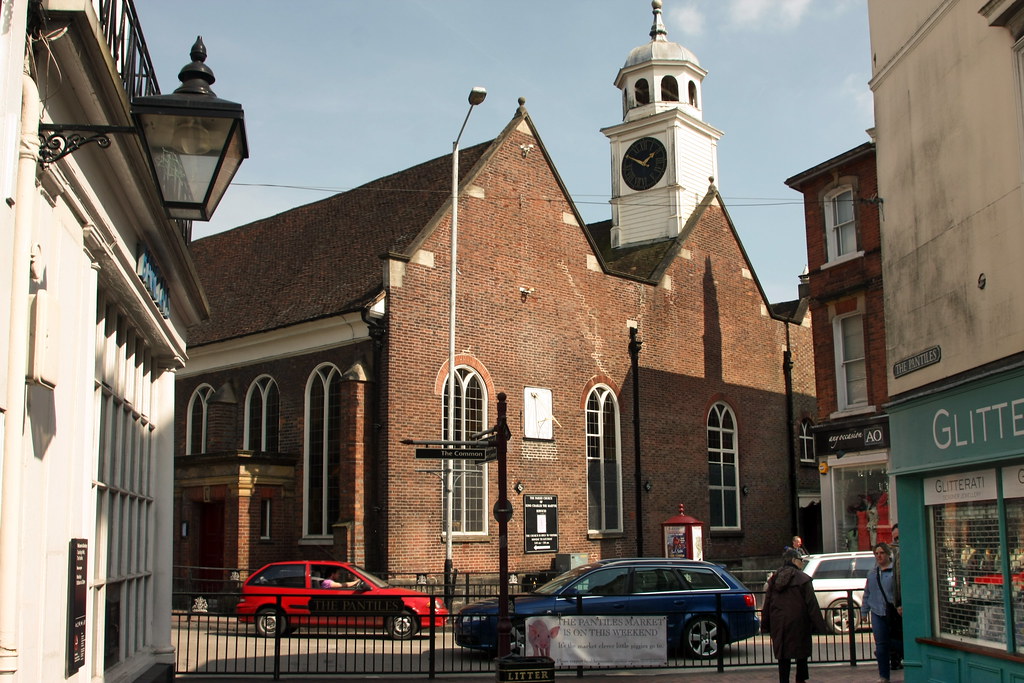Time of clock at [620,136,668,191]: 1:50
